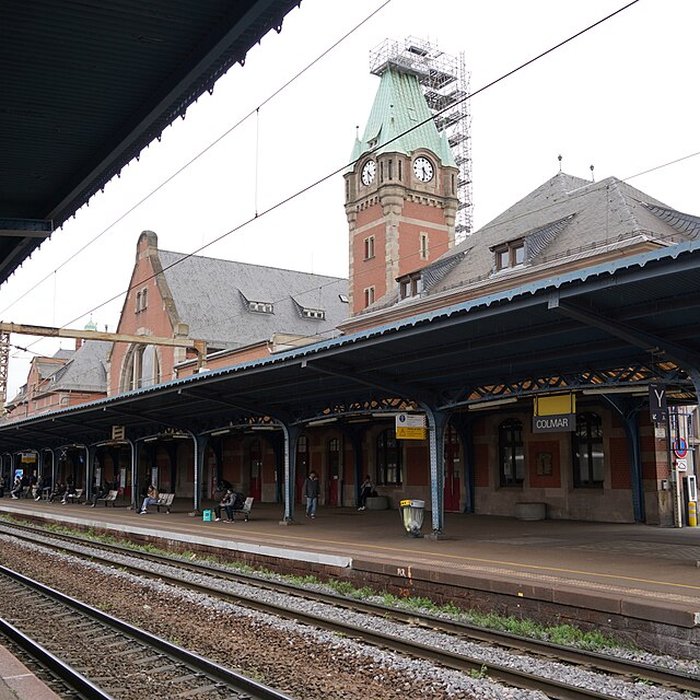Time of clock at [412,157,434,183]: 4:29
